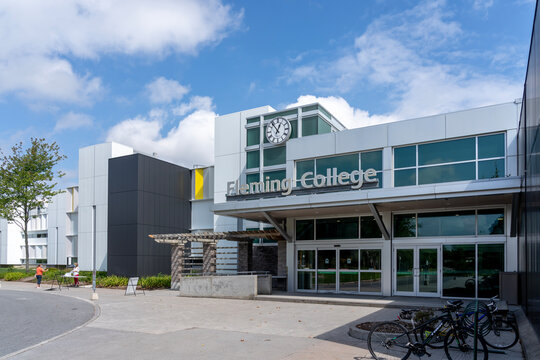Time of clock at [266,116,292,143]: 12:53
